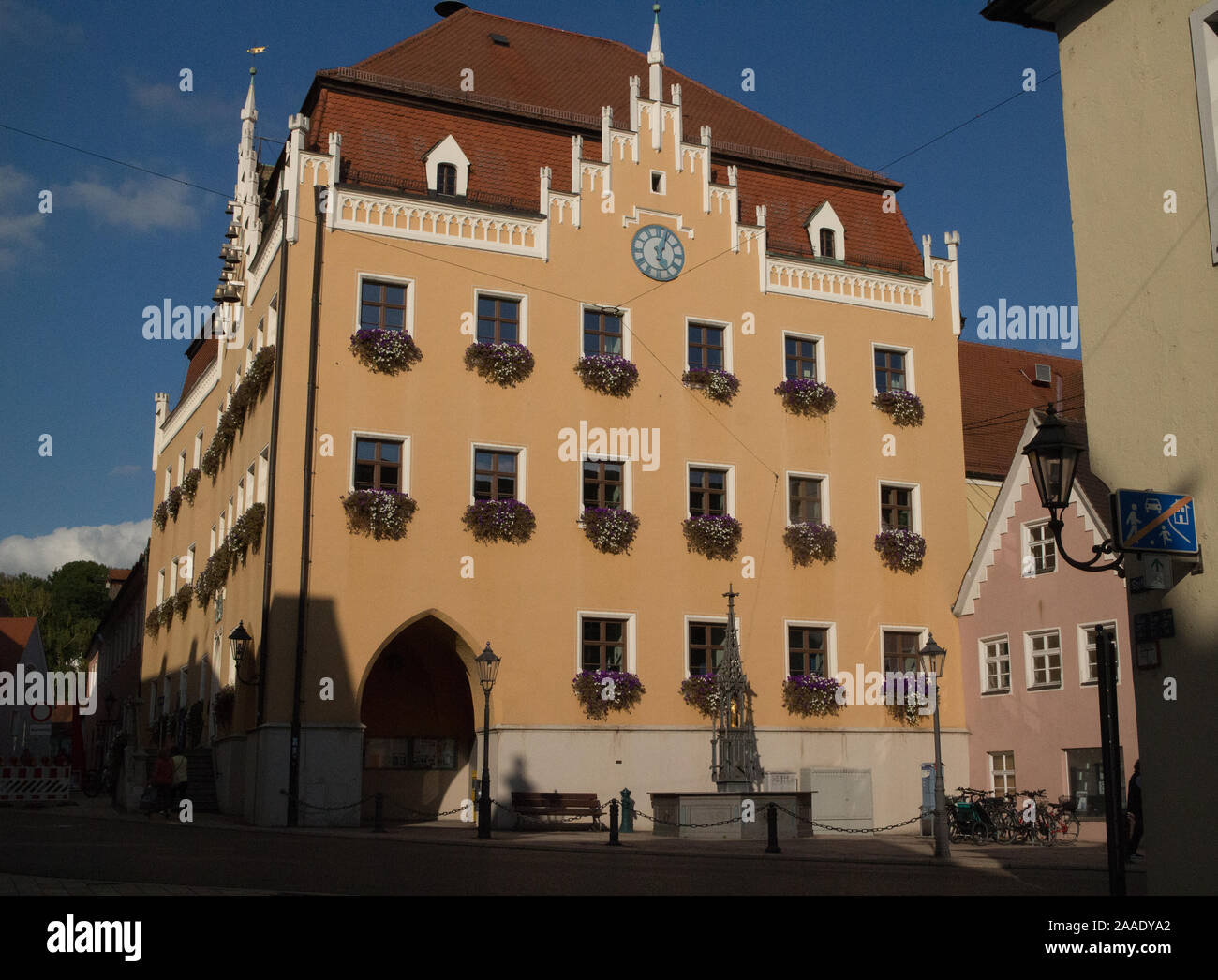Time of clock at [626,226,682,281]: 5:03
